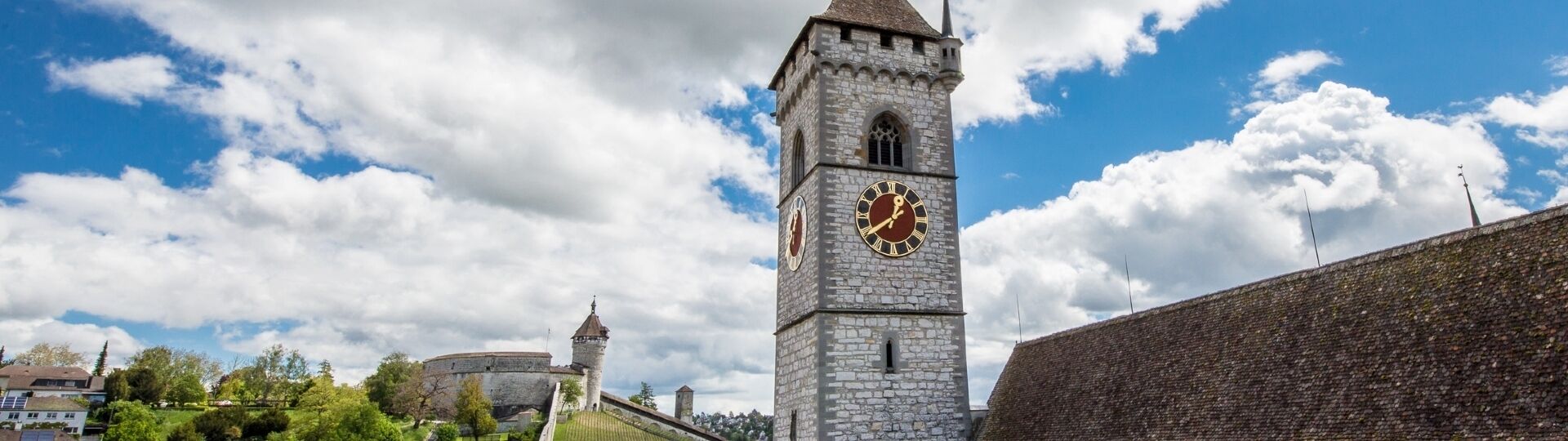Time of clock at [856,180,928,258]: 12:39
